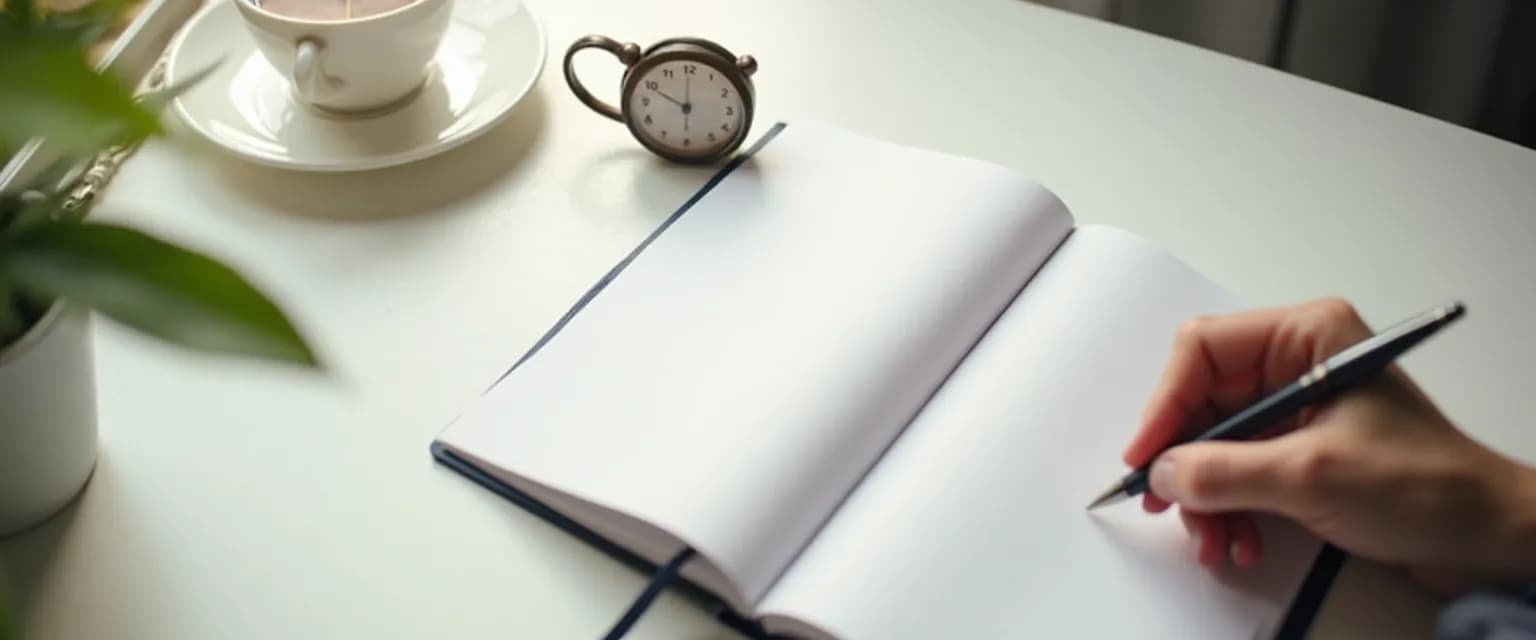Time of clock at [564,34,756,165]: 10:00
